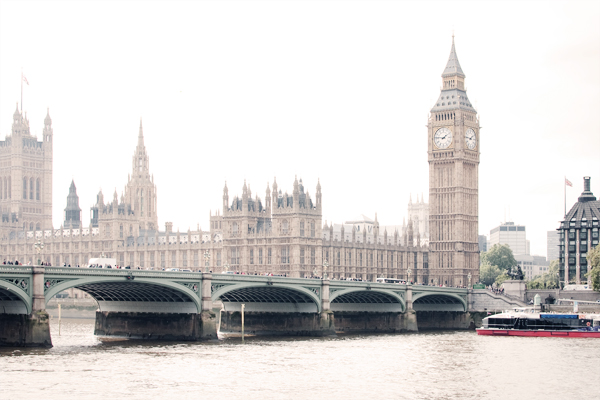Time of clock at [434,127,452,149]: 1:46
